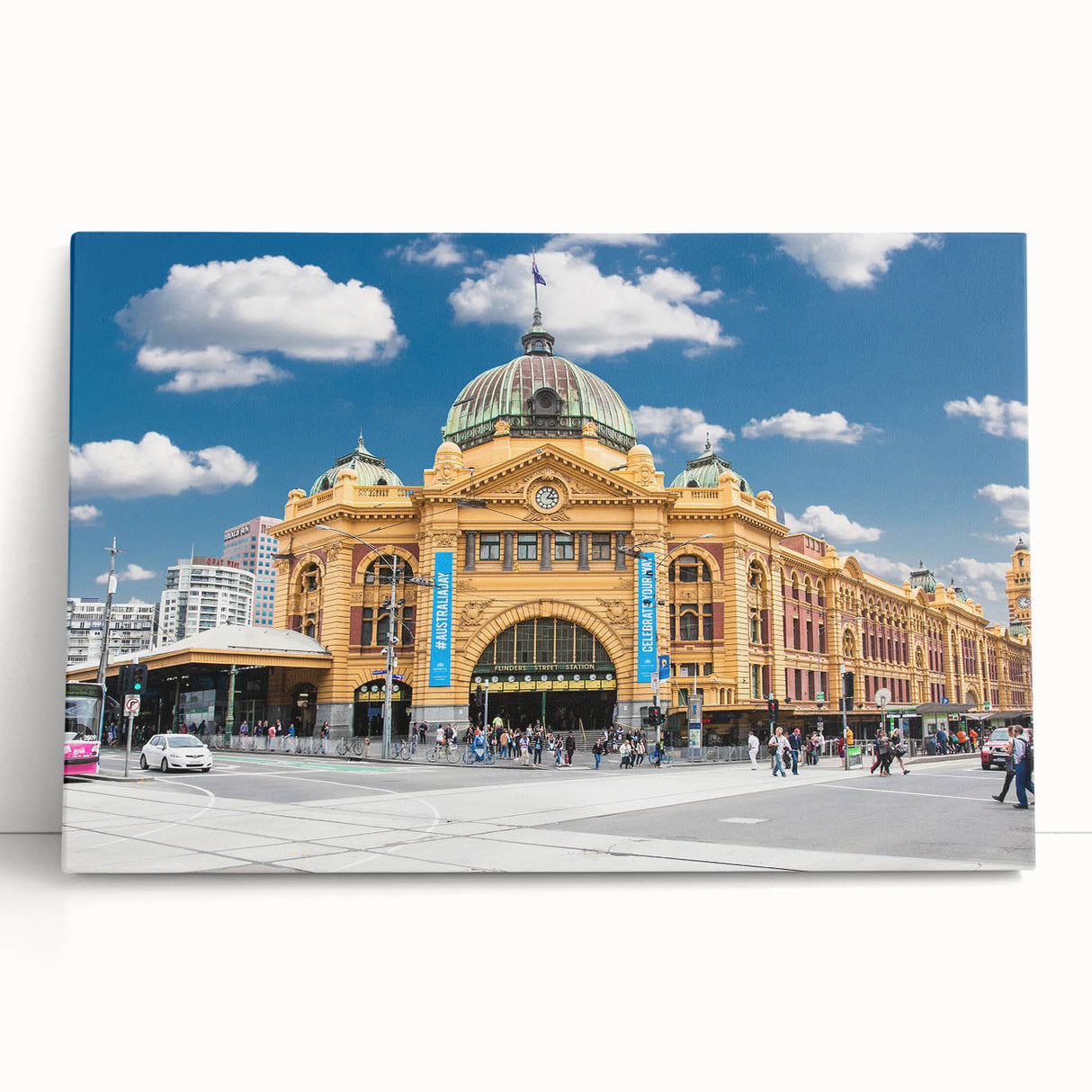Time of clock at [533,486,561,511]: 3:06
